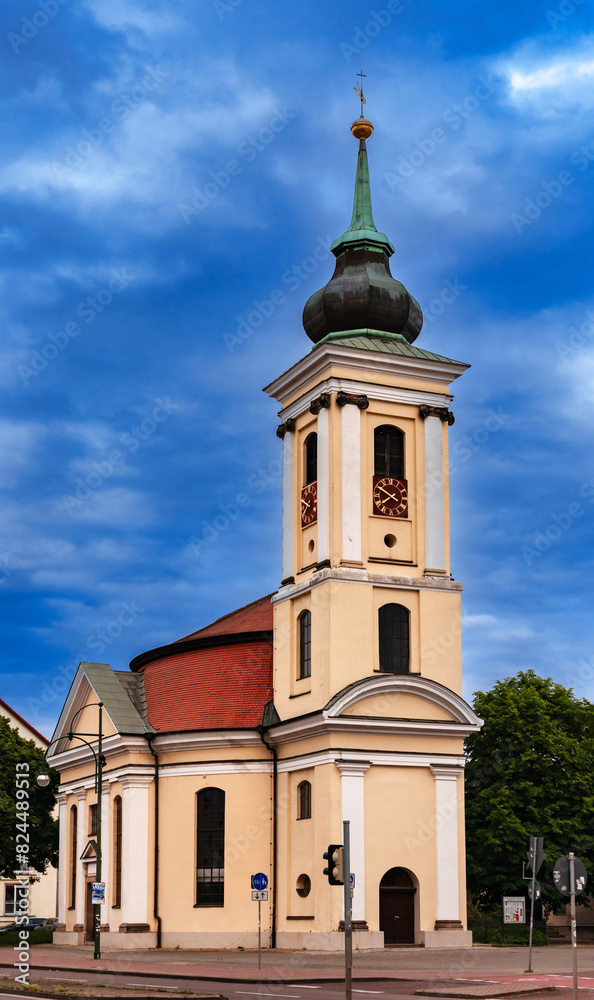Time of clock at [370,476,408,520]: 7:49
